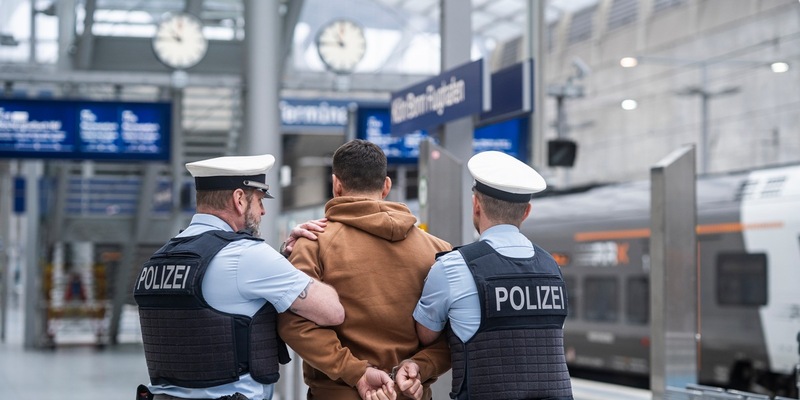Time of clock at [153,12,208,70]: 10:45
